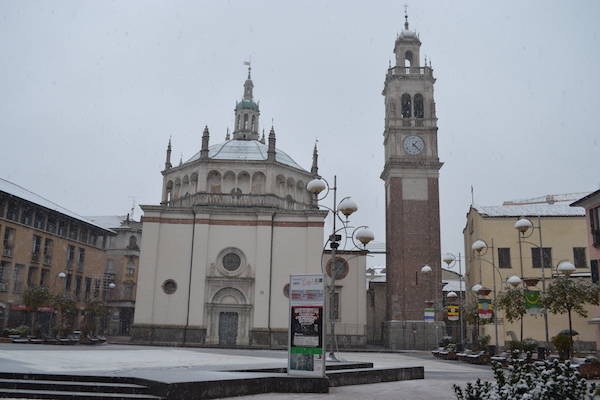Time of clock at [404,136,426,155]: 1:22
